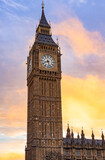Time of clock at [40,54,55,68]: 8:27
